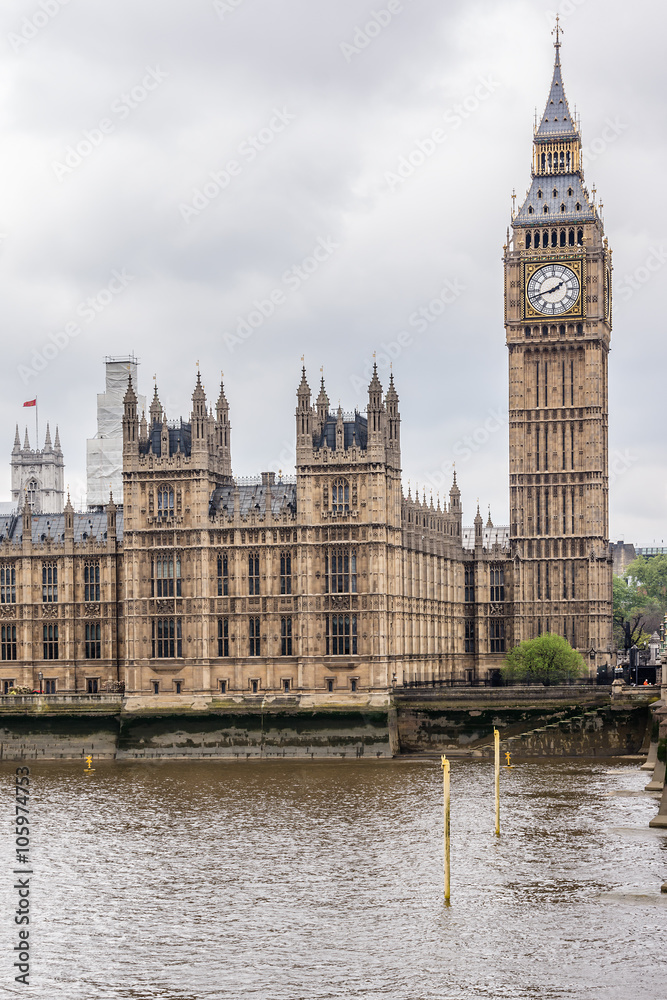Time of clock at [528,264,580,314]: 1:42
